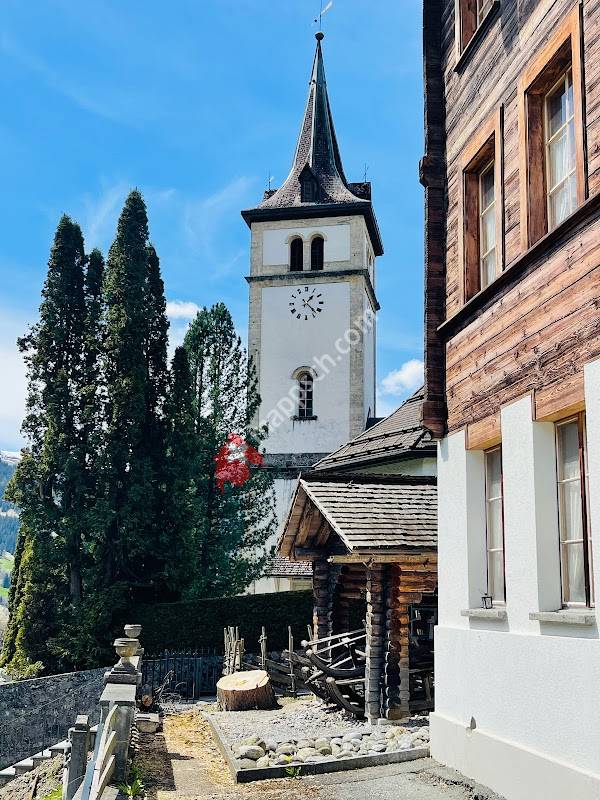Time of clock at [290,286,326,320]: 1:22
